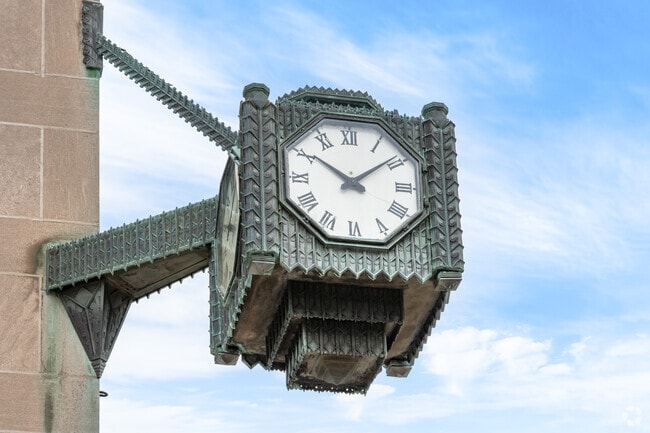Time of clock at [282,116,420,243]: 10:08
